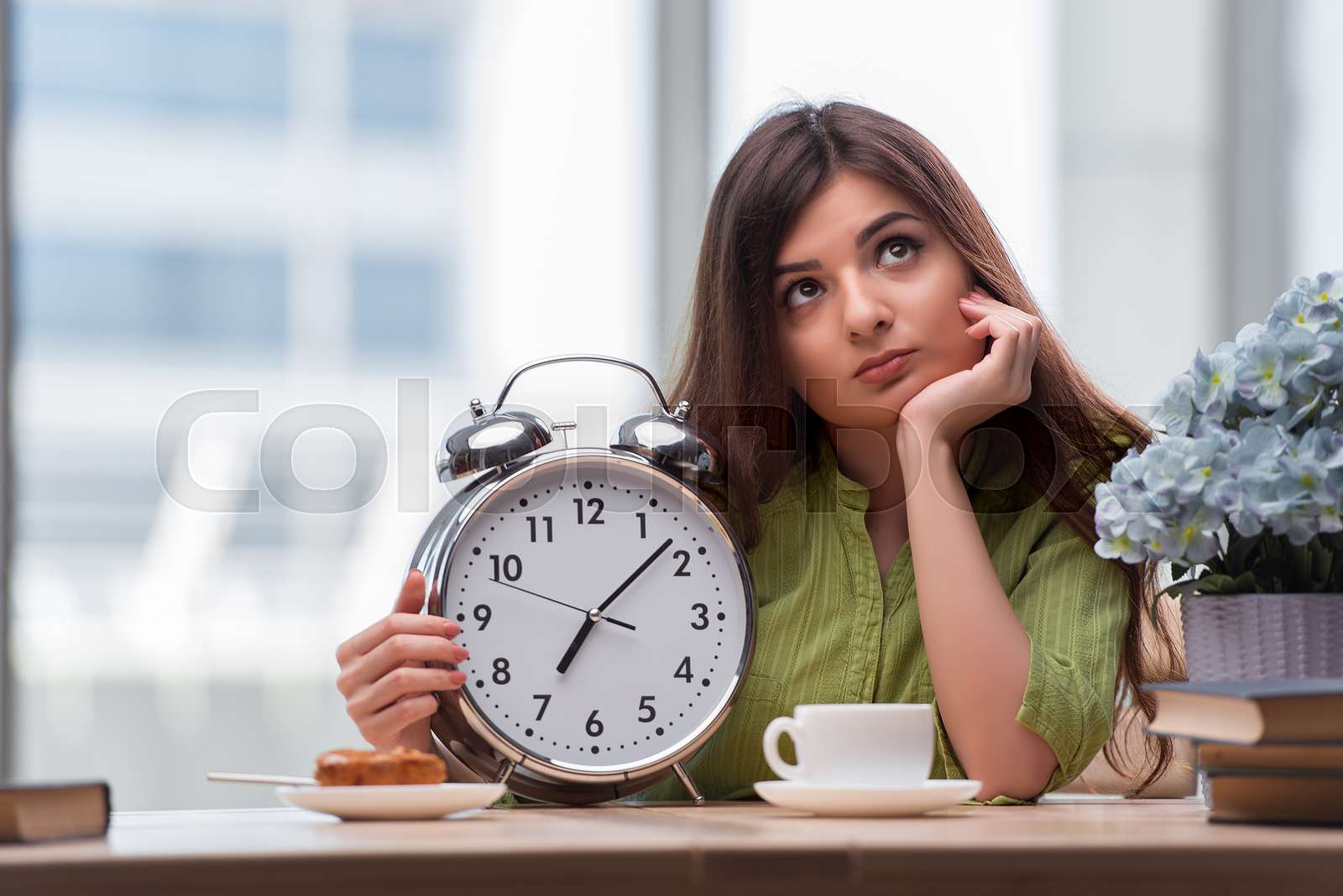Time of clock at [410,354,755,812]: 7:08
